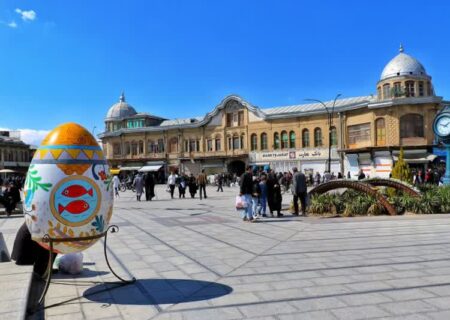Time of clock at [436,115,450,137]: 1:47
